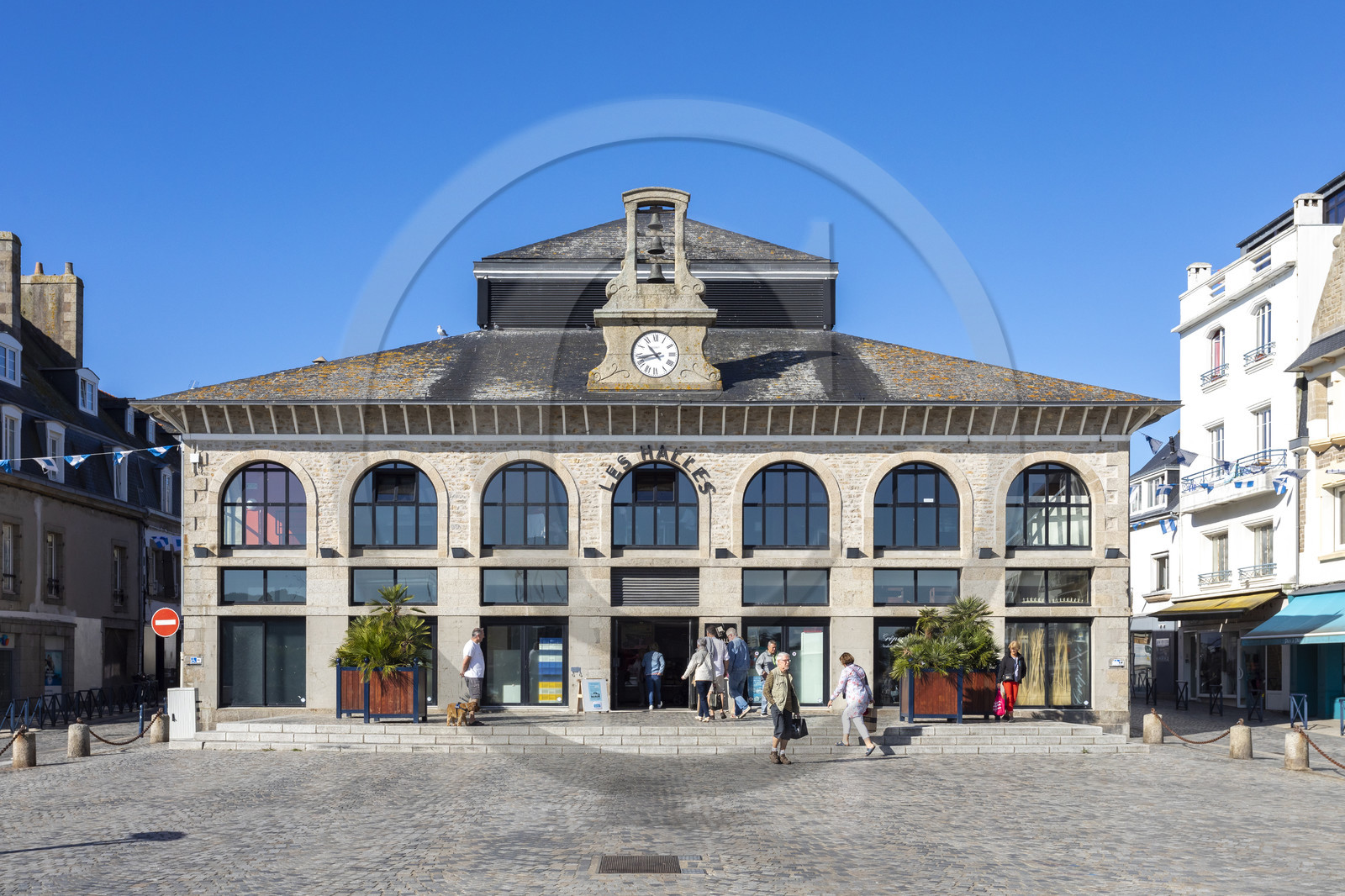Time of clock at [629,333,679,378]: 10:42
